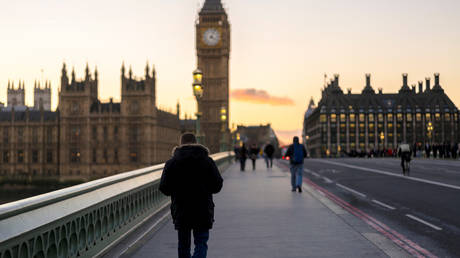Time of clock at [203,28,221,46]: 4:04
